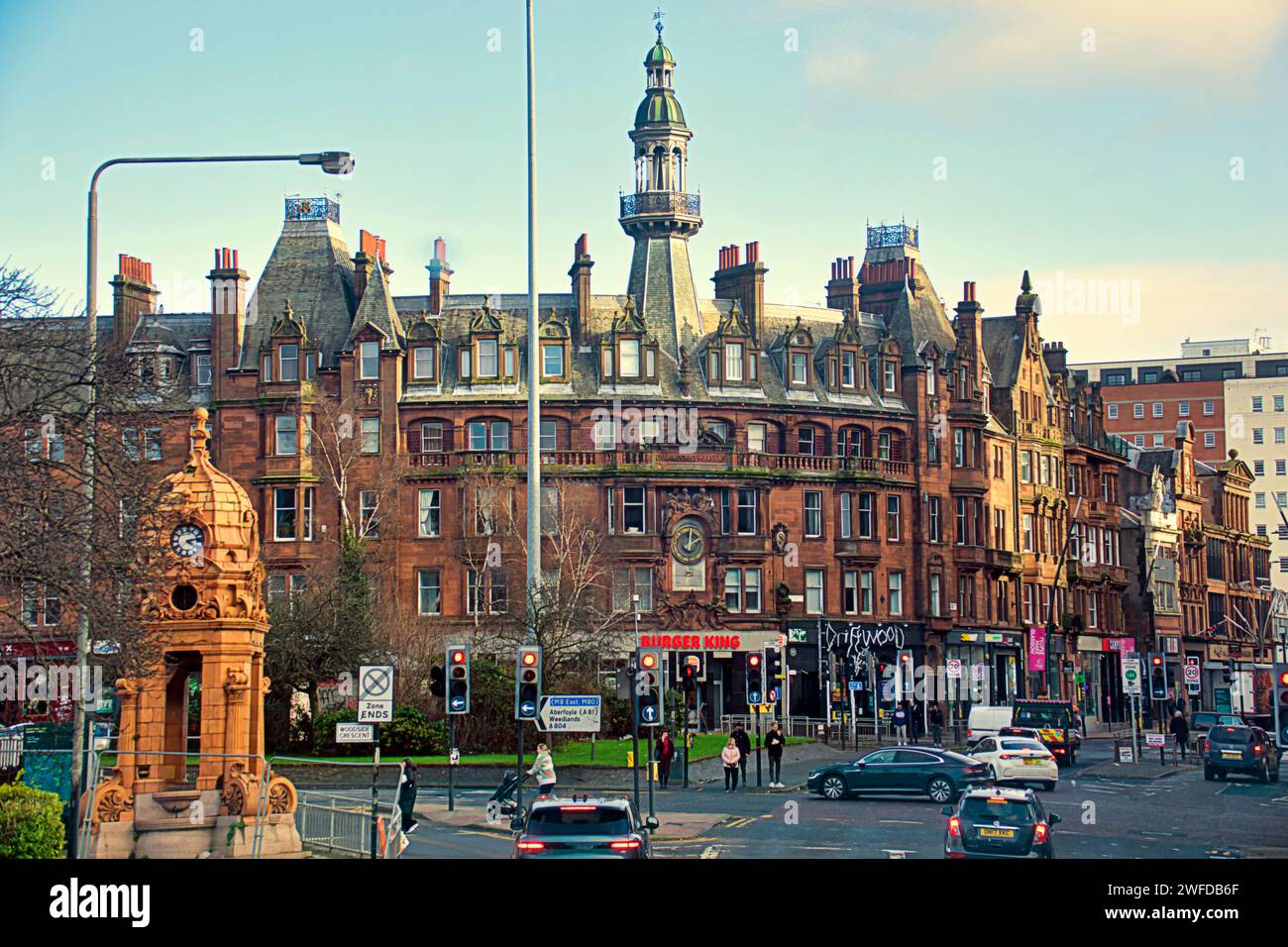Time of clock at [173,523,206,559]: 4:12
